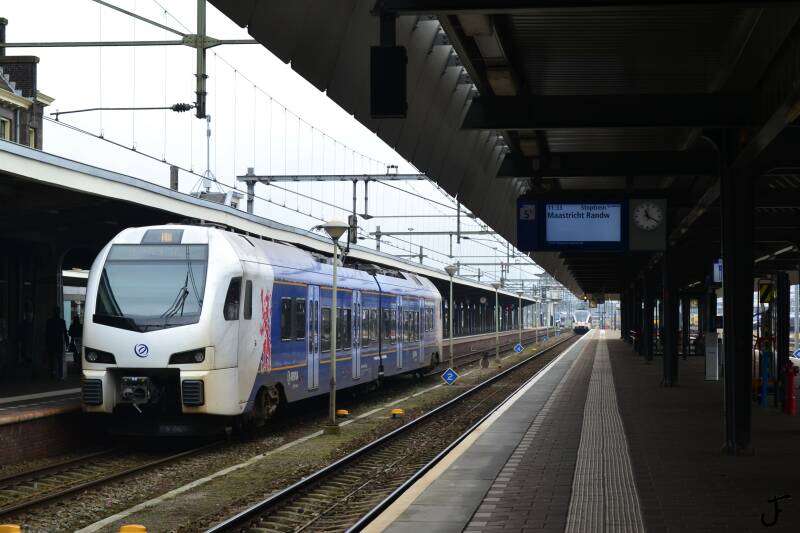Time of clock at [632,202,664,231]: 11:19
